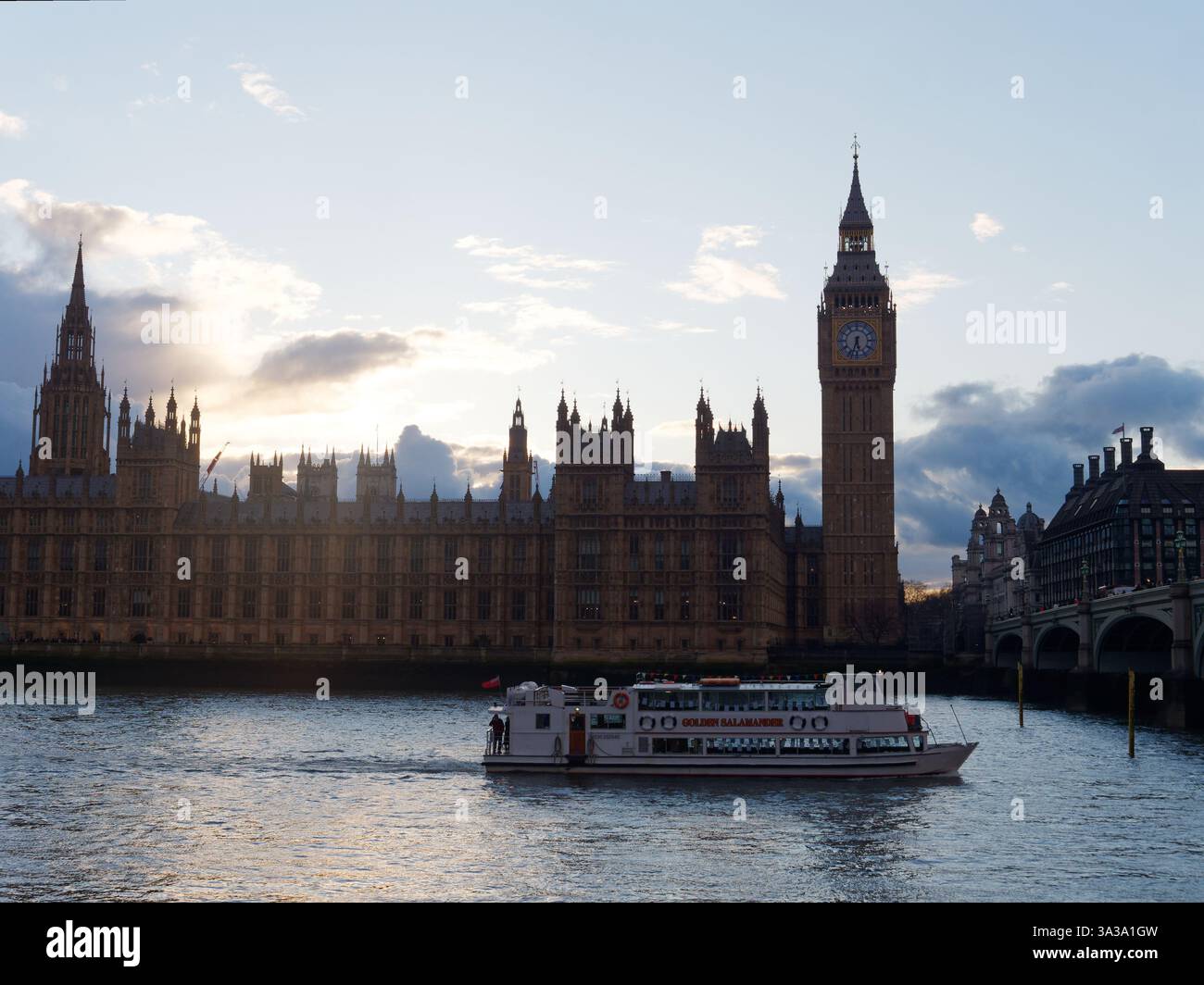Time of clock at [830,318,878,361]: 5:33
